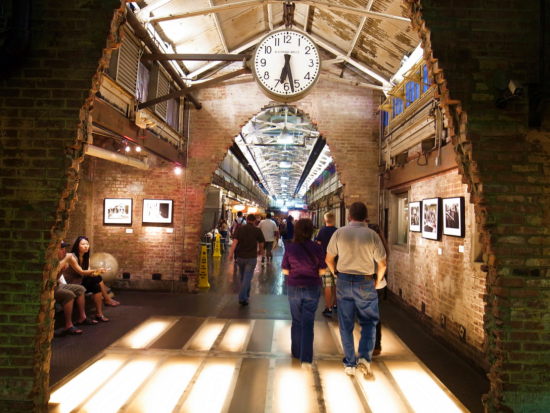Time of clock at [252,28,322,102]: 6:27
